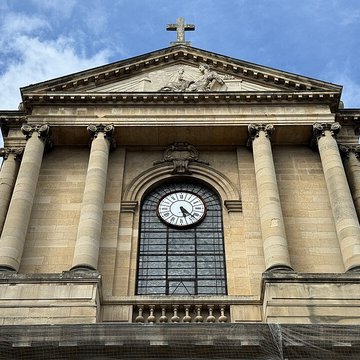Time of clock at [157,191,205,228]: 5:22
